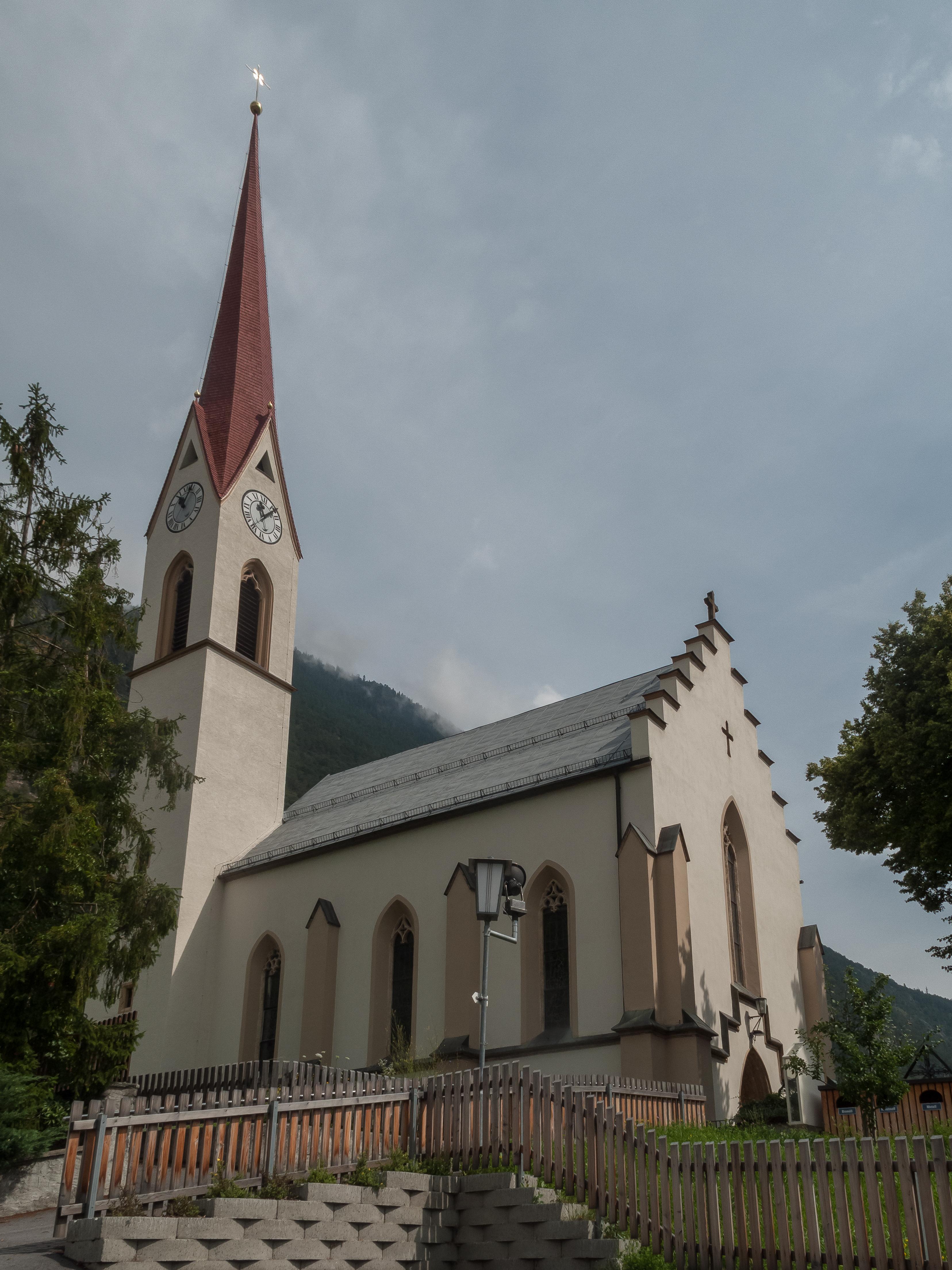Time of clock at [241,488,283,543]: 12:11
